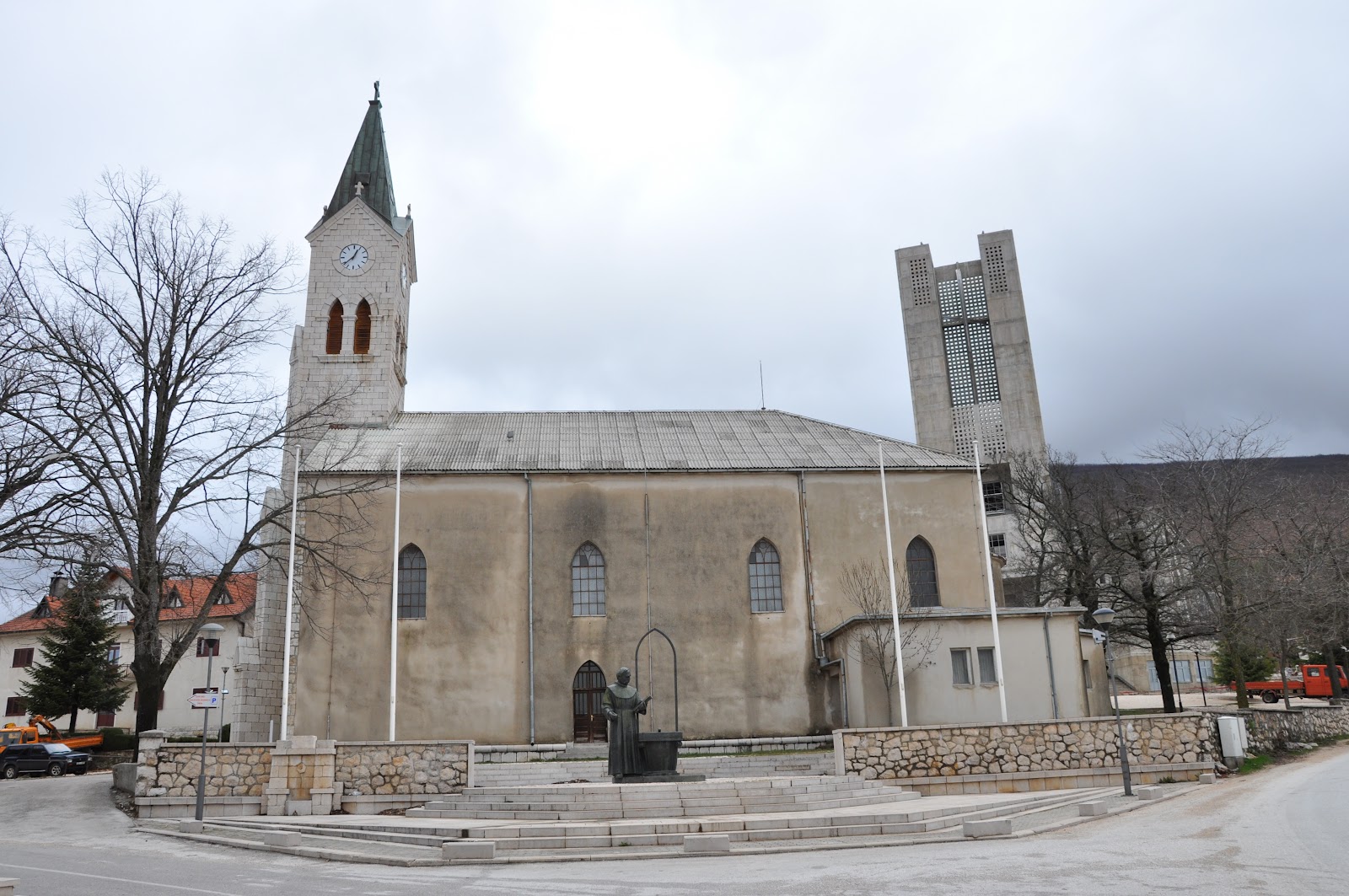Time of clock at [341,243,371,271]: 12:38
